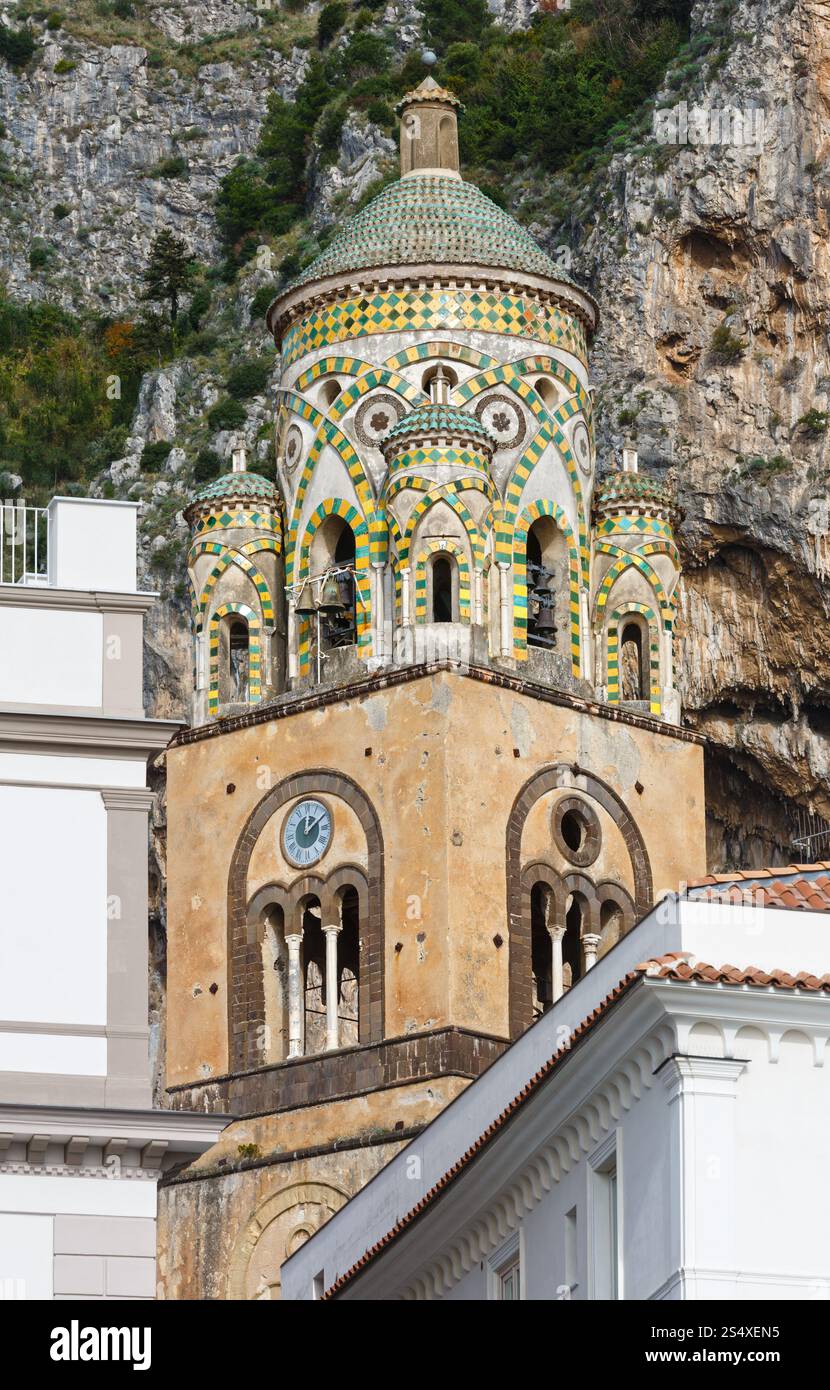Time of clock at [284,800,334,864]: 12:09
